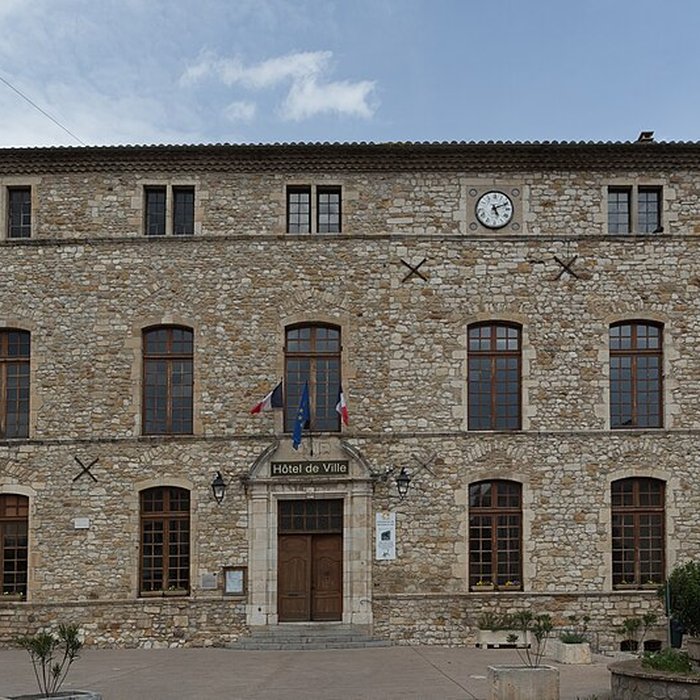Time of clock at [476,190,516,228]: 5:11
